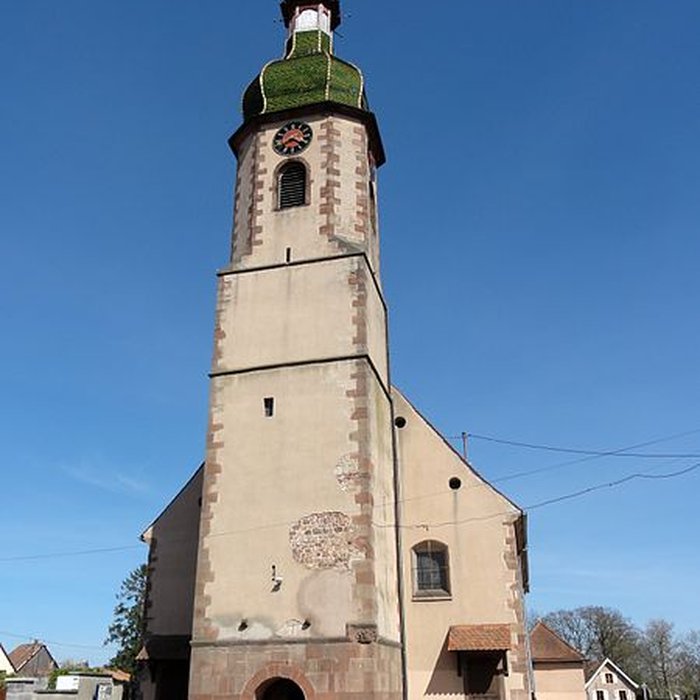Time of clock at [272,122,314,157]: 3:40
